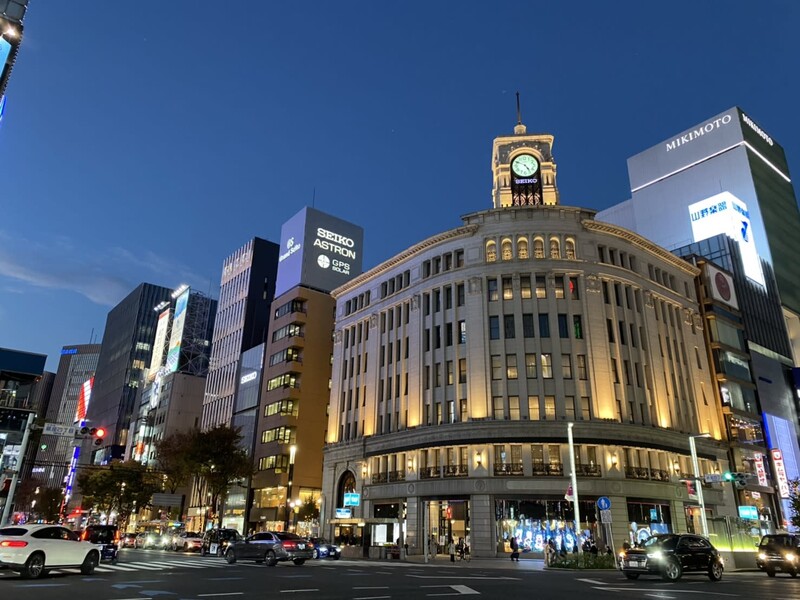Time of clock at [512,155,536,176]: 4:49
